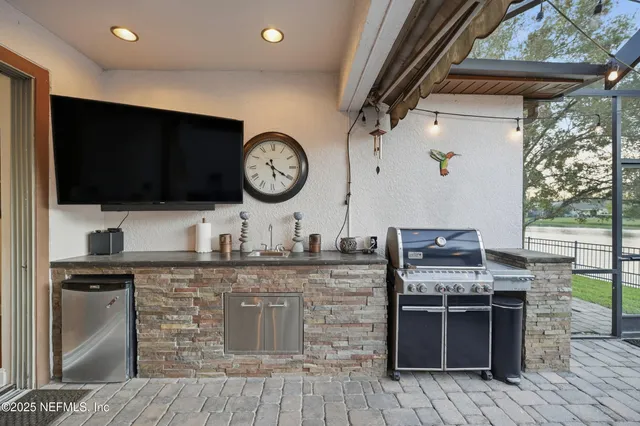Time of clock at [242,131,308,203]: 5:20
